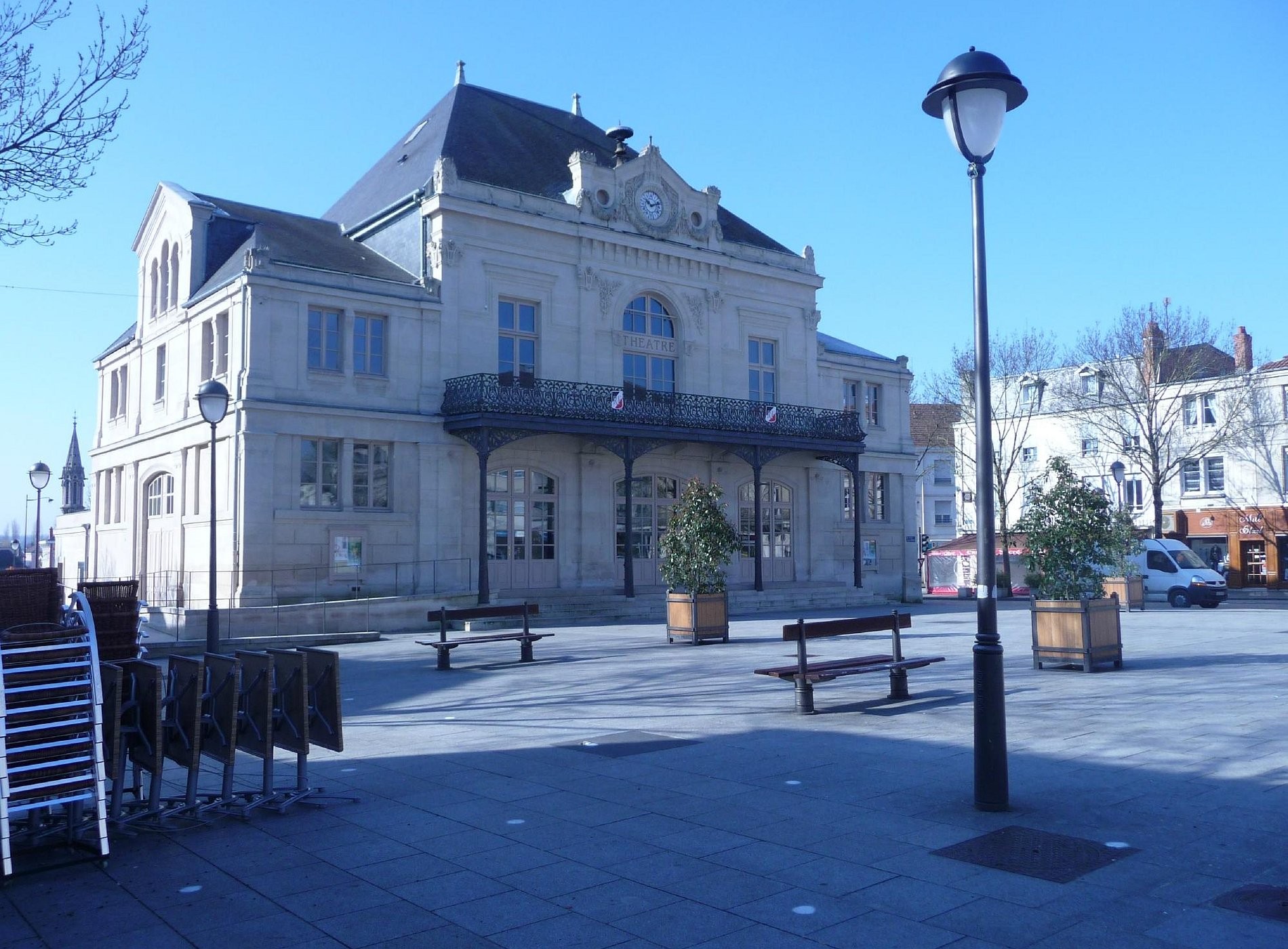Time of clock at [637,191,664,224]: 10:12
